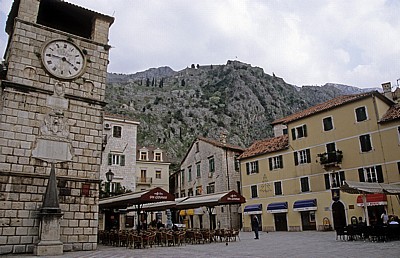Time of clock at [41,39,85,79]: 3:45
